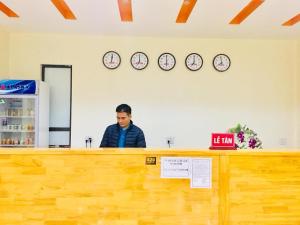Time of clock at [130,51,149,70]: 7:00
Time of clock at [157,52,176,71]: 5:59
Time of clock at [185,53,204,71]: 7:00
